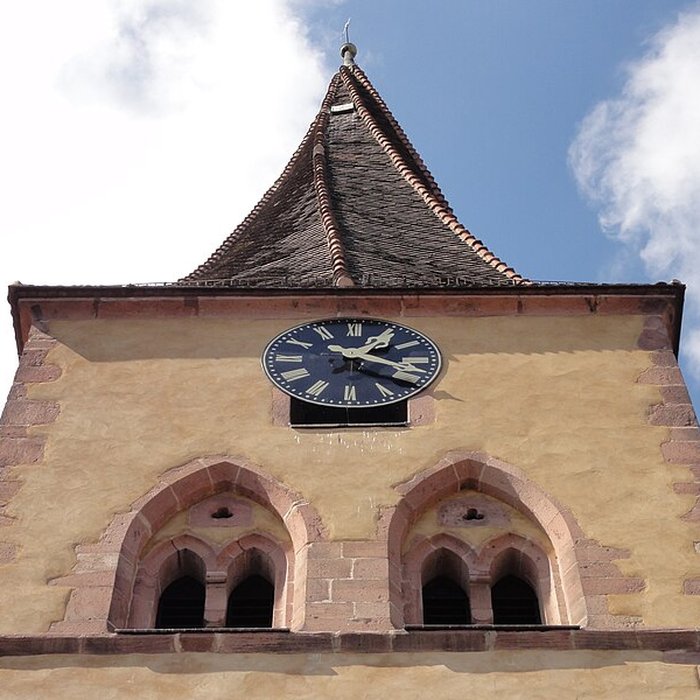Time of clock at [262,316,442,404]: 1:18
